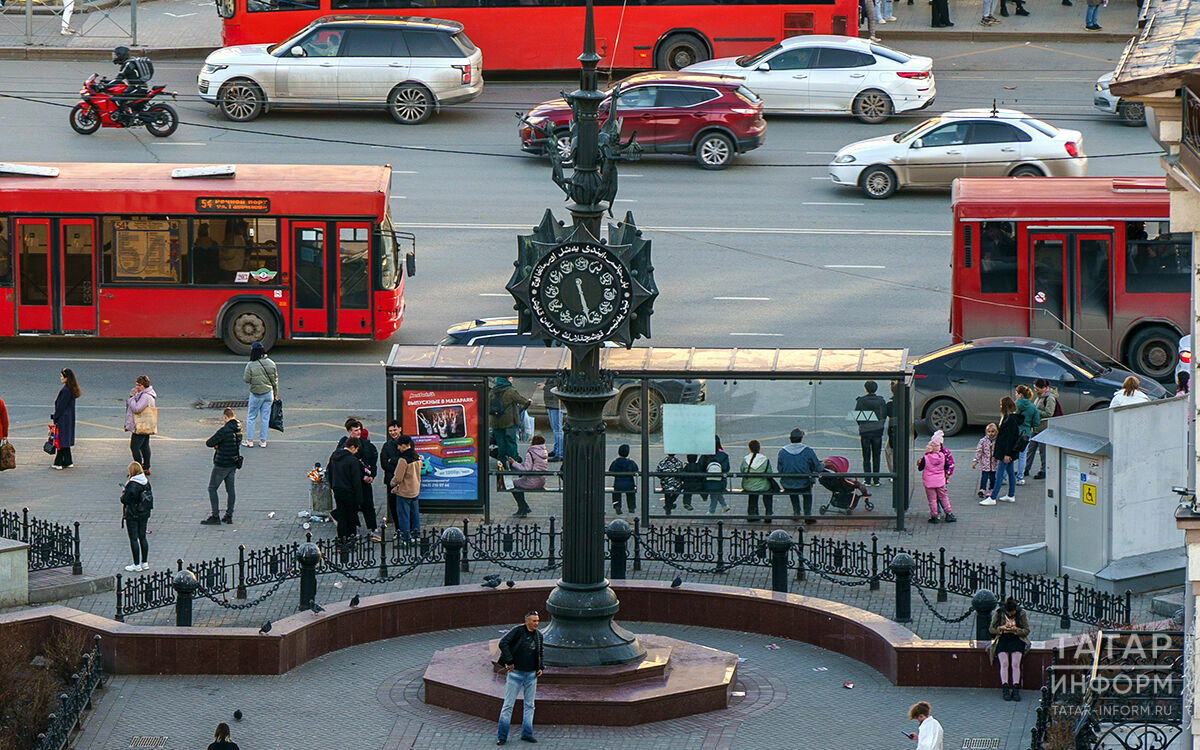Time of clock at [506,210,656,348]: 5:26
